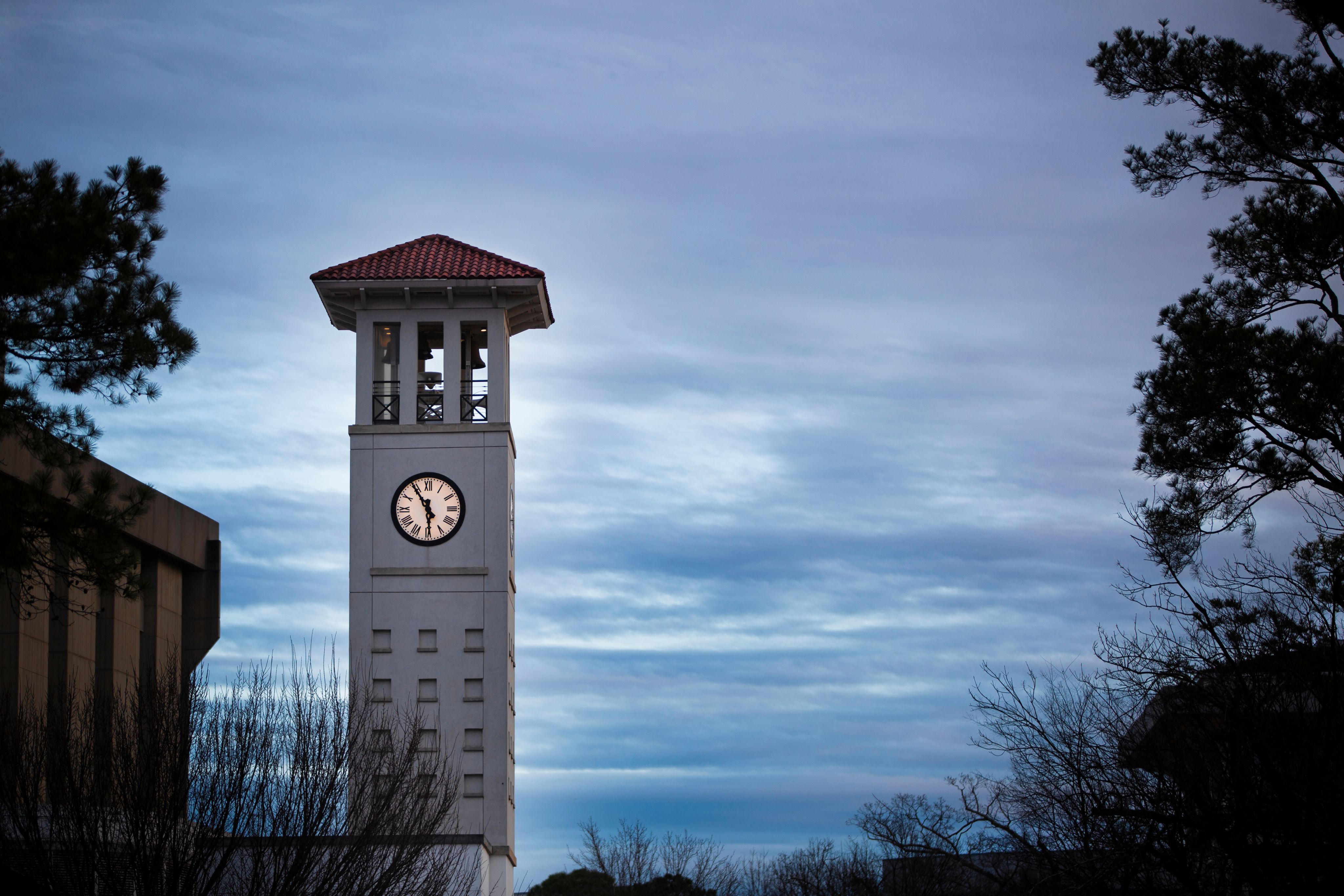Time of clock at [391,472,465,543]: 5:54
